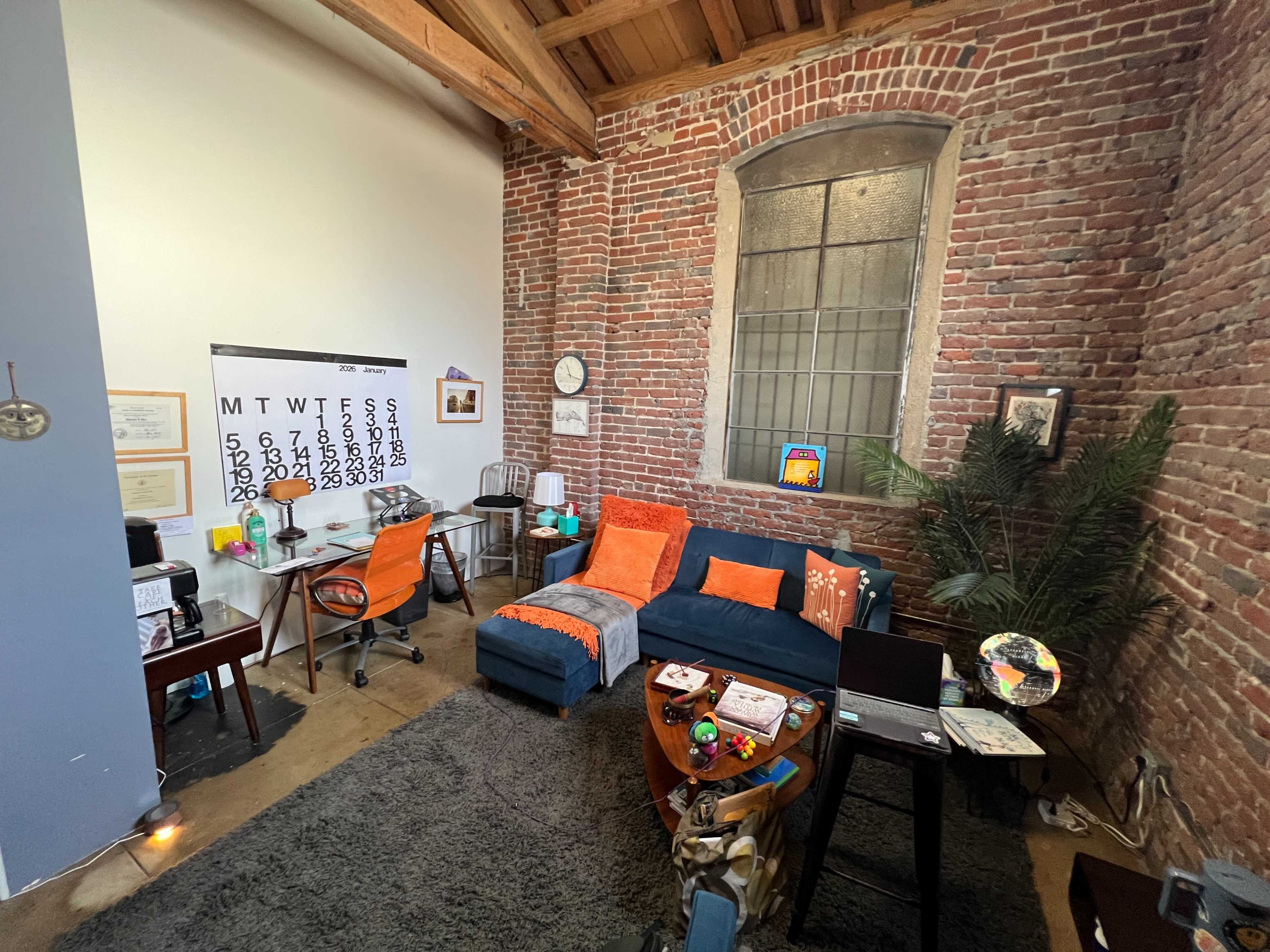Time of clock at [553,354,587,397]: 11:17
